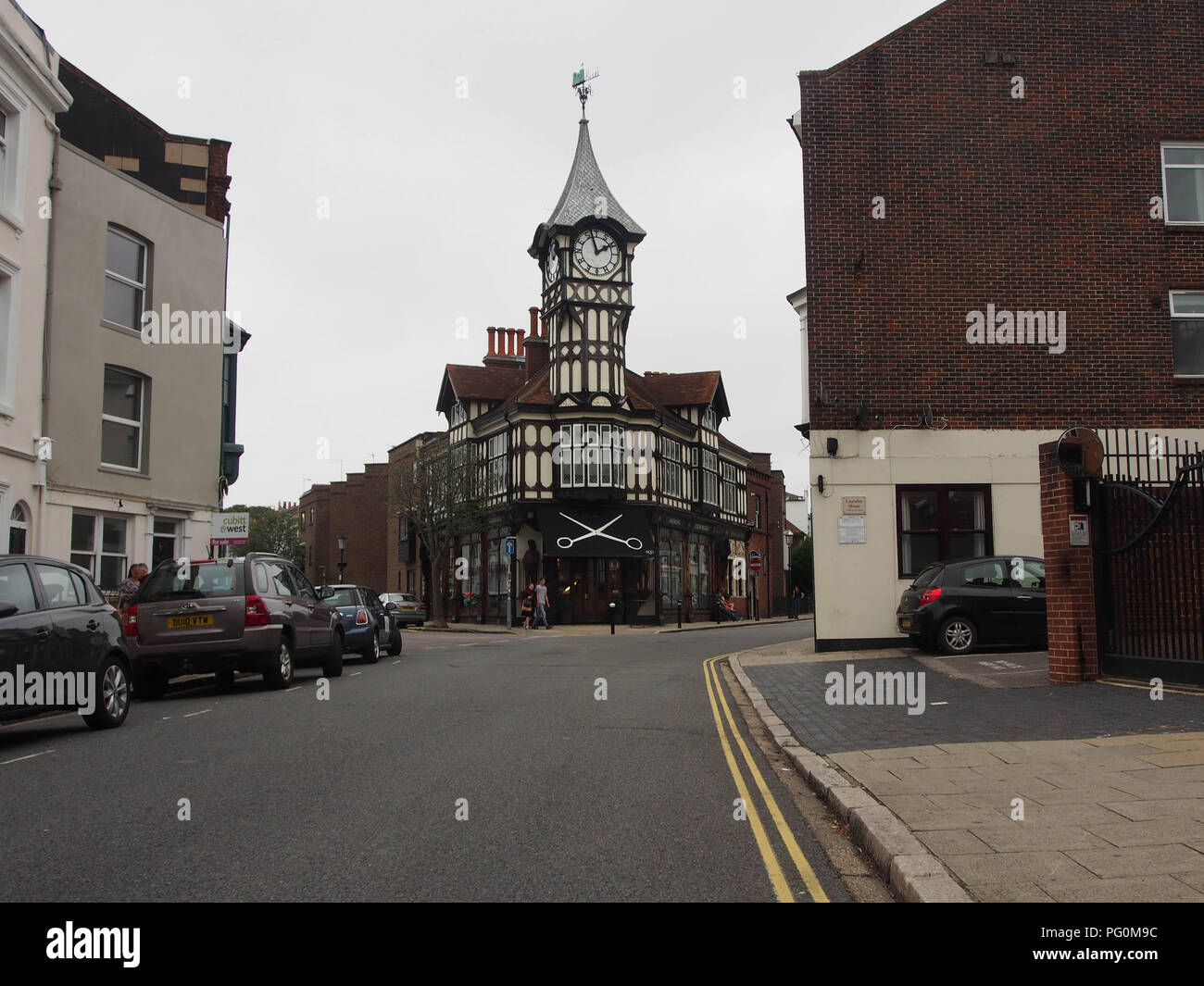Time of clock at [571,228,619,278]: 1:57
